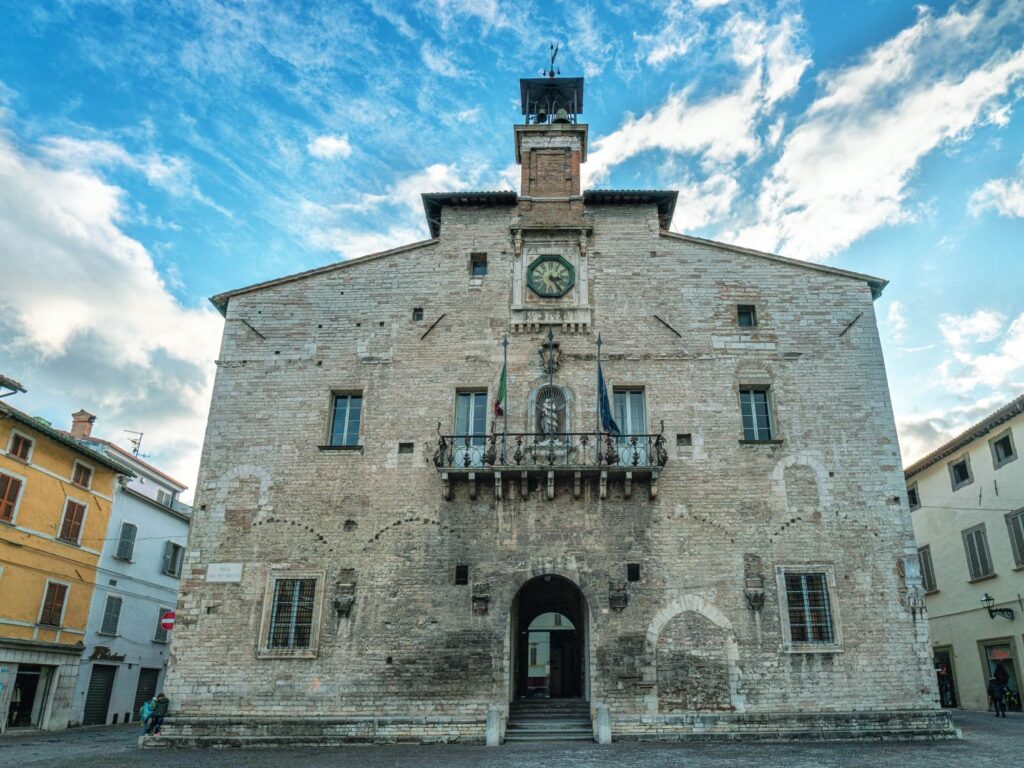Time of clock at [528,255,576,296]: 3:23
